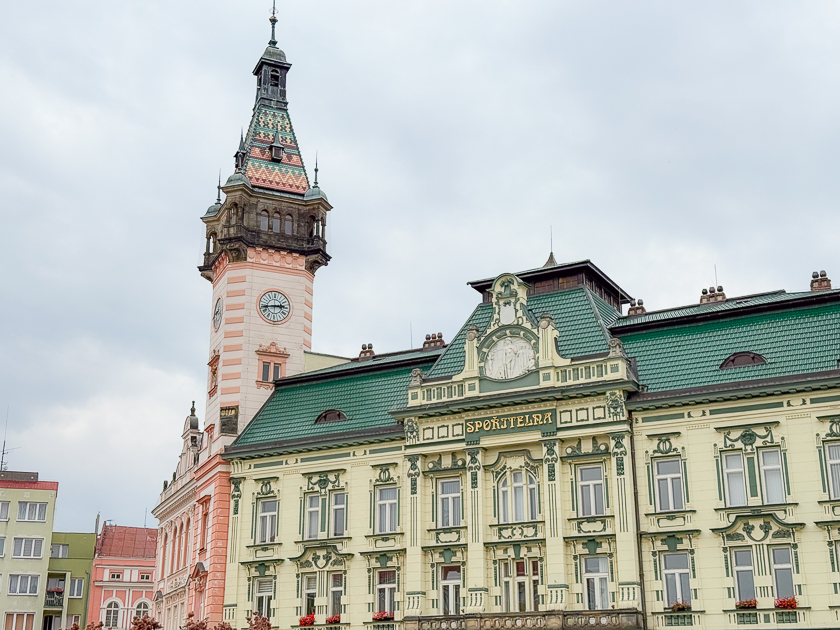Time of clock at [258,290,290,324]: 2:43
